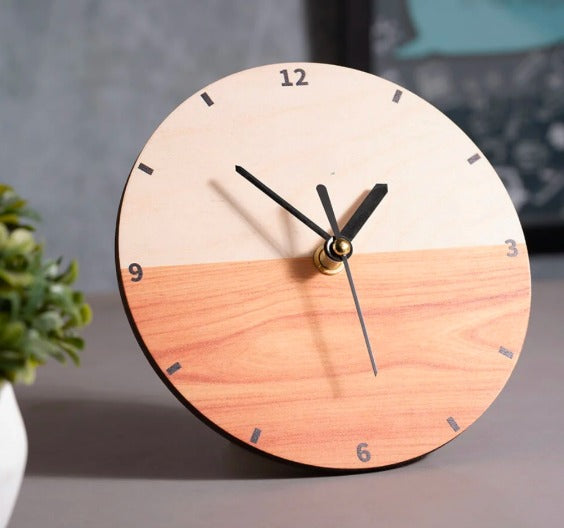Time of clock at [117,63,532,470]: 1:52
